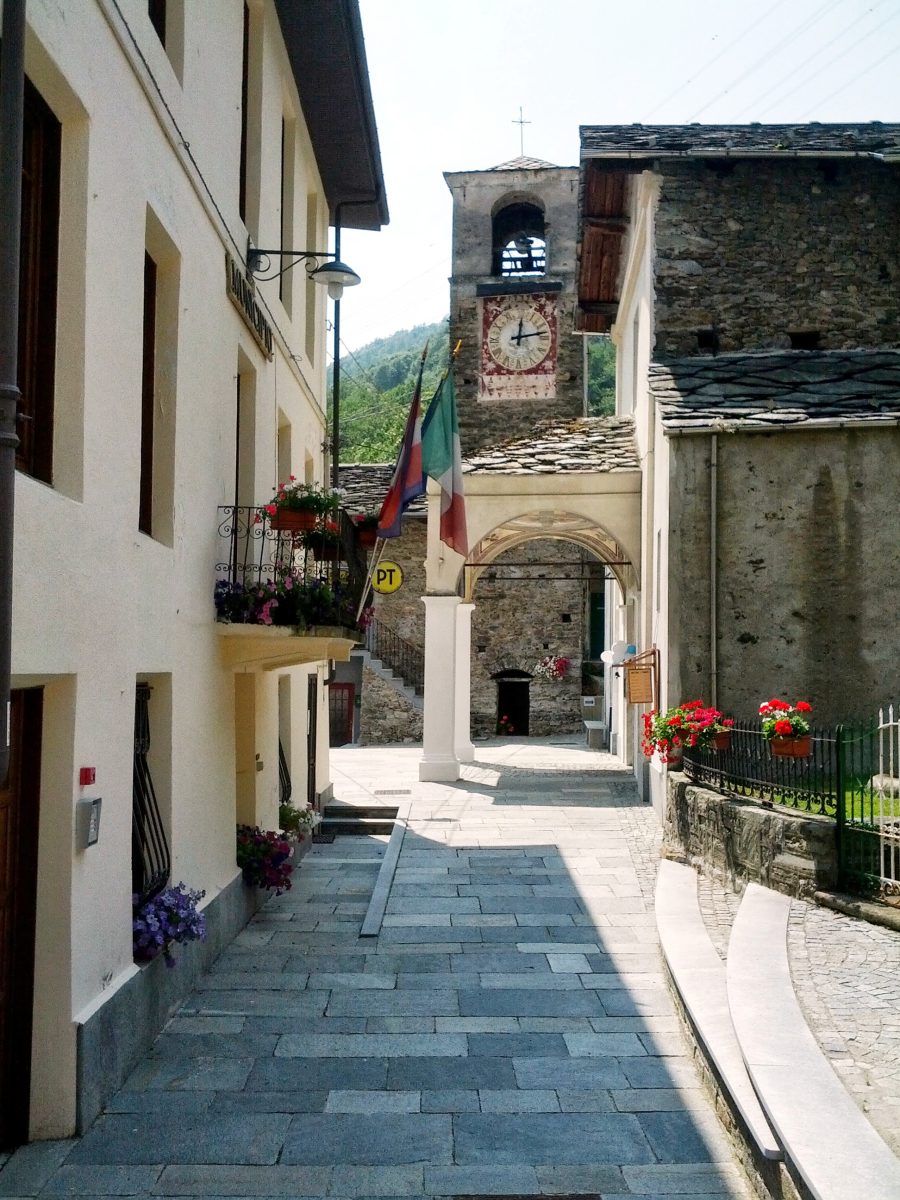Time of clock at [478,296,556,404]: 12:13
